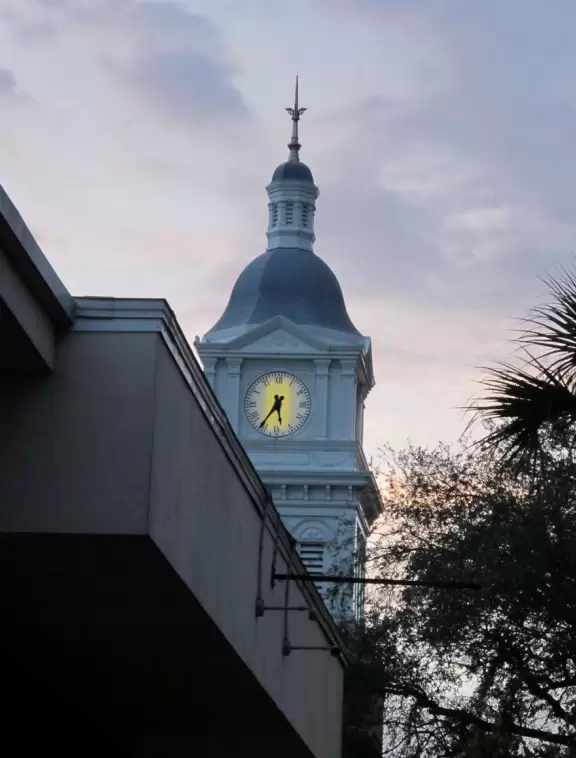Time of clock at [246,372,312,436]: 5:35
